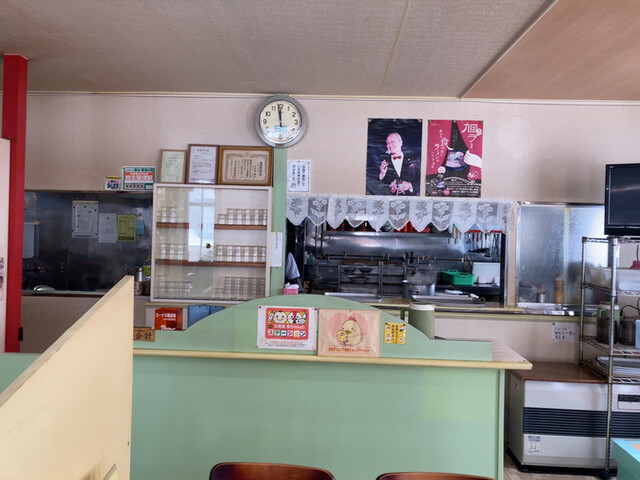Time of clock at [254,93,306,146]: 11:58
